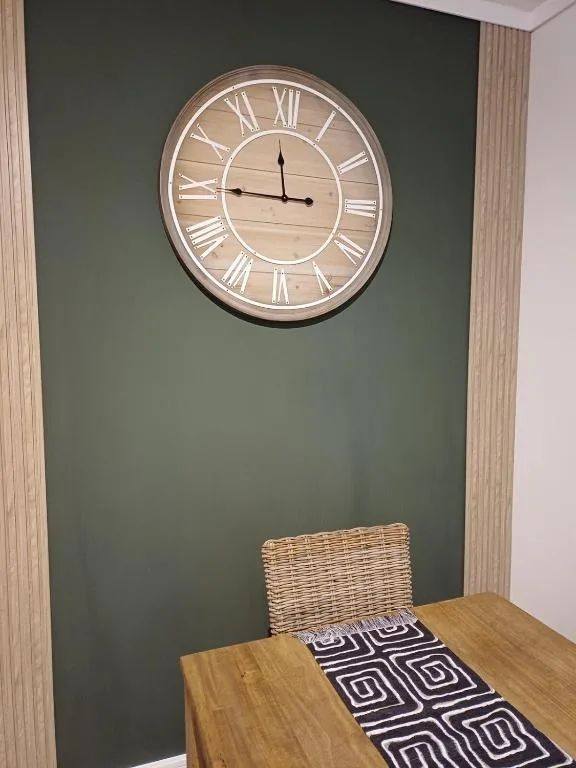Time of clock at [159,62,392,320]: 11:45
